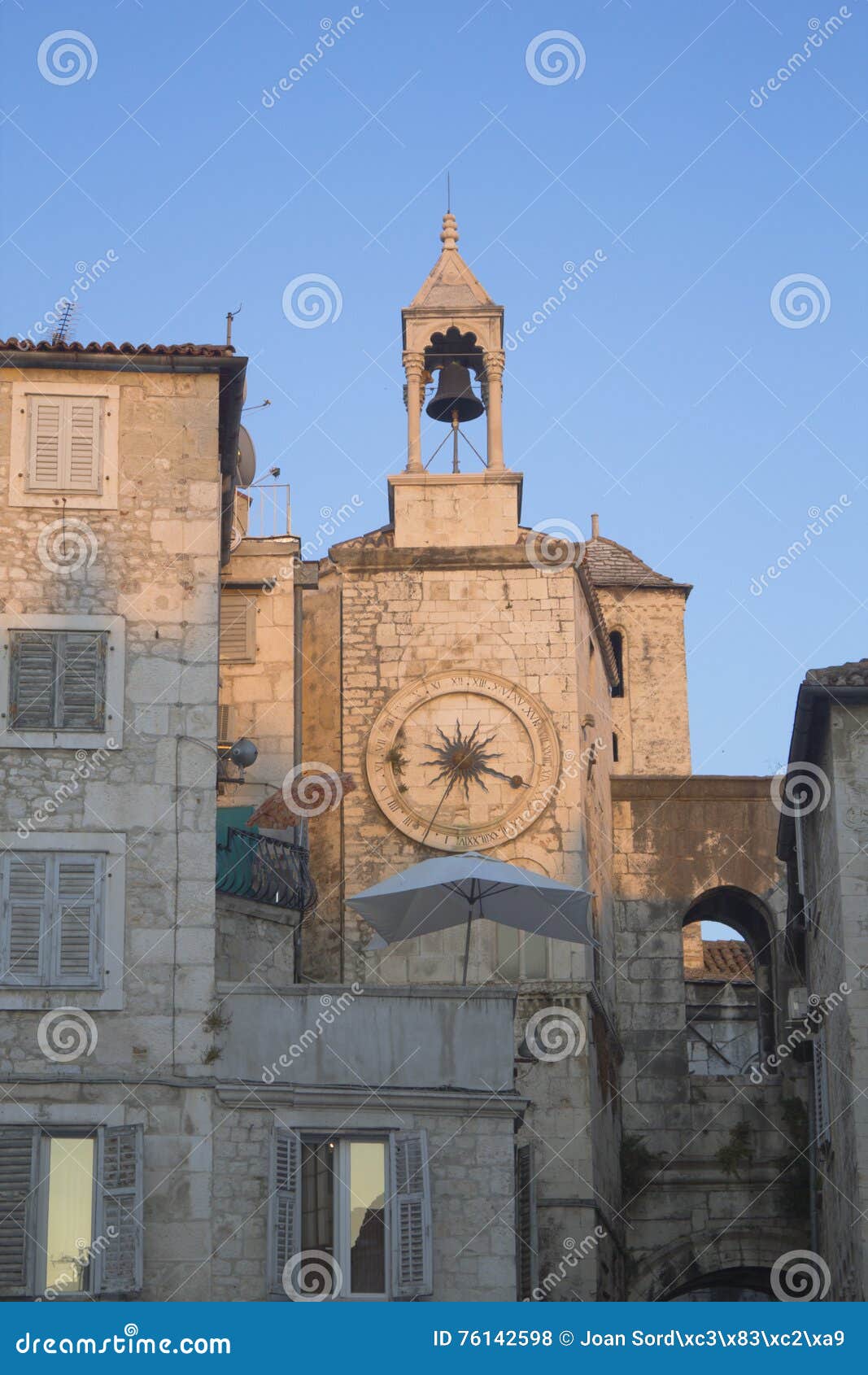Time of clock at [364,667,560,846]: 1:18
